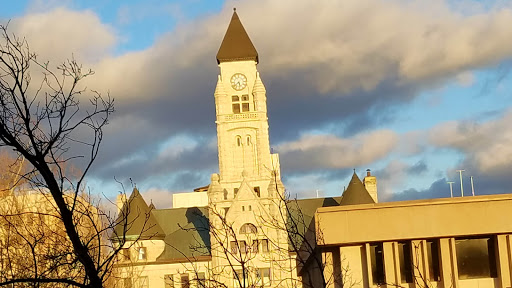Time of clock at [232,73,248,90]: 5:38
